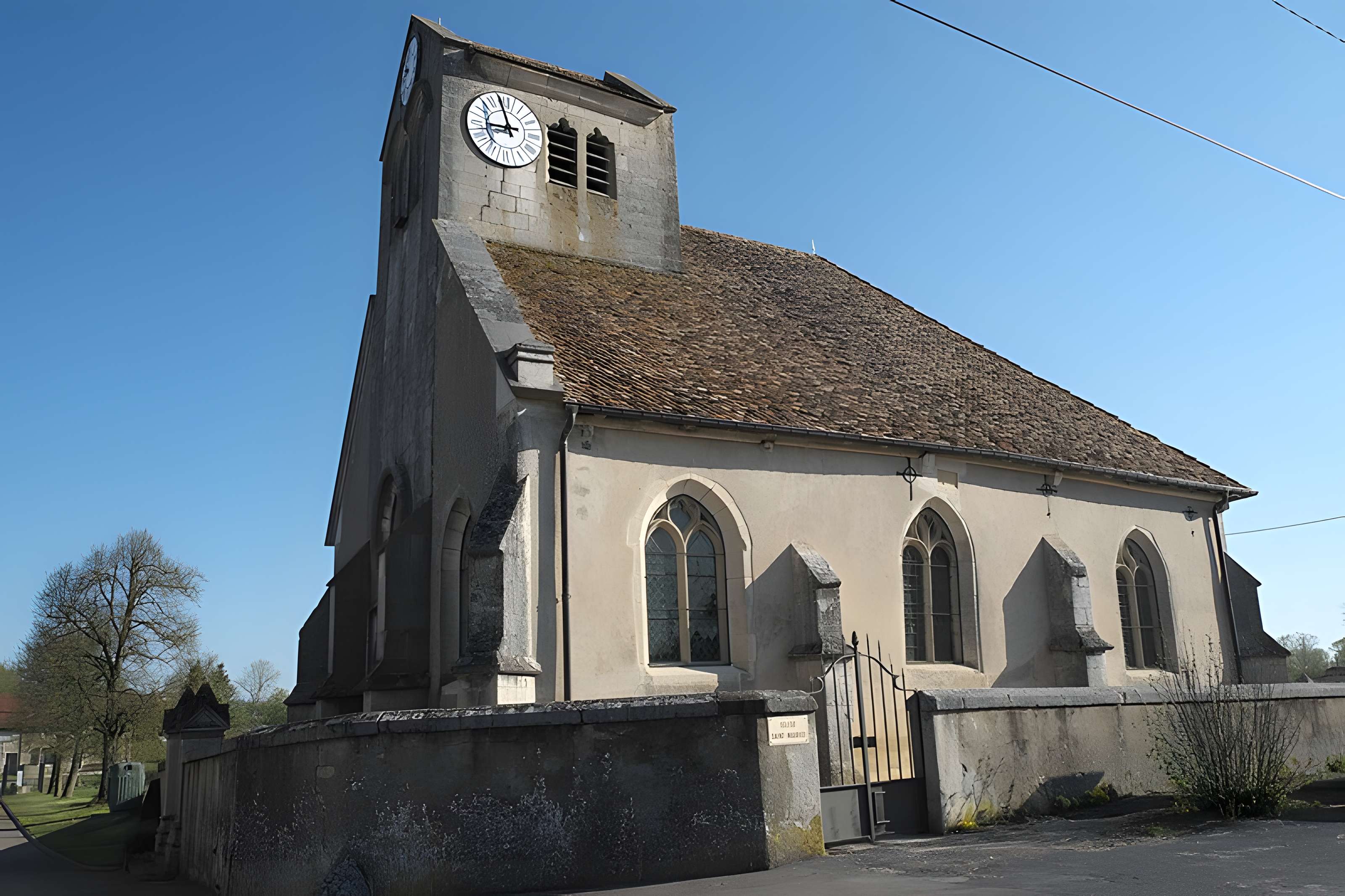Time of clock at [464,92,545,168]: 8:57
